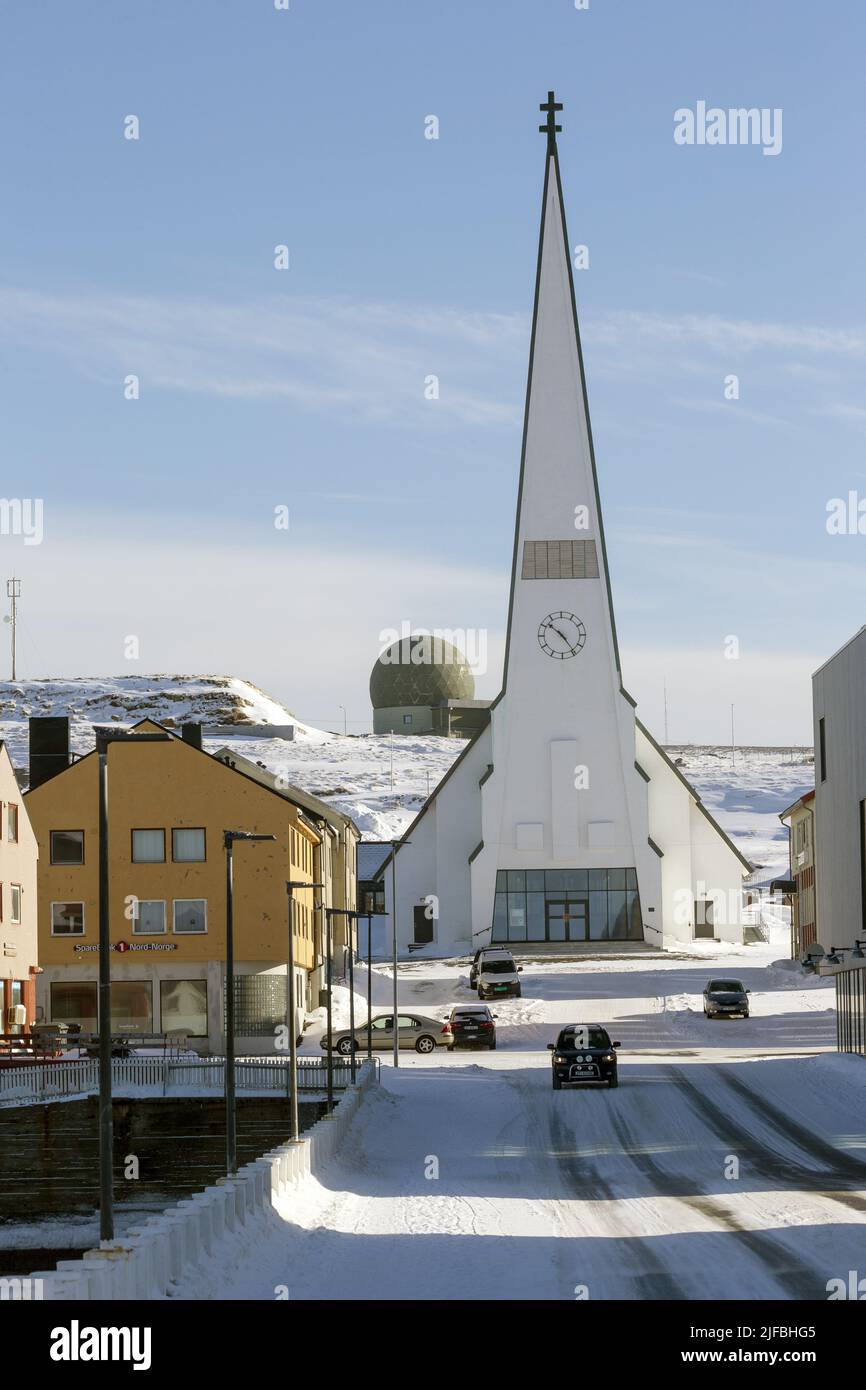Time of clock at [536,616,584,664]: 10:24
